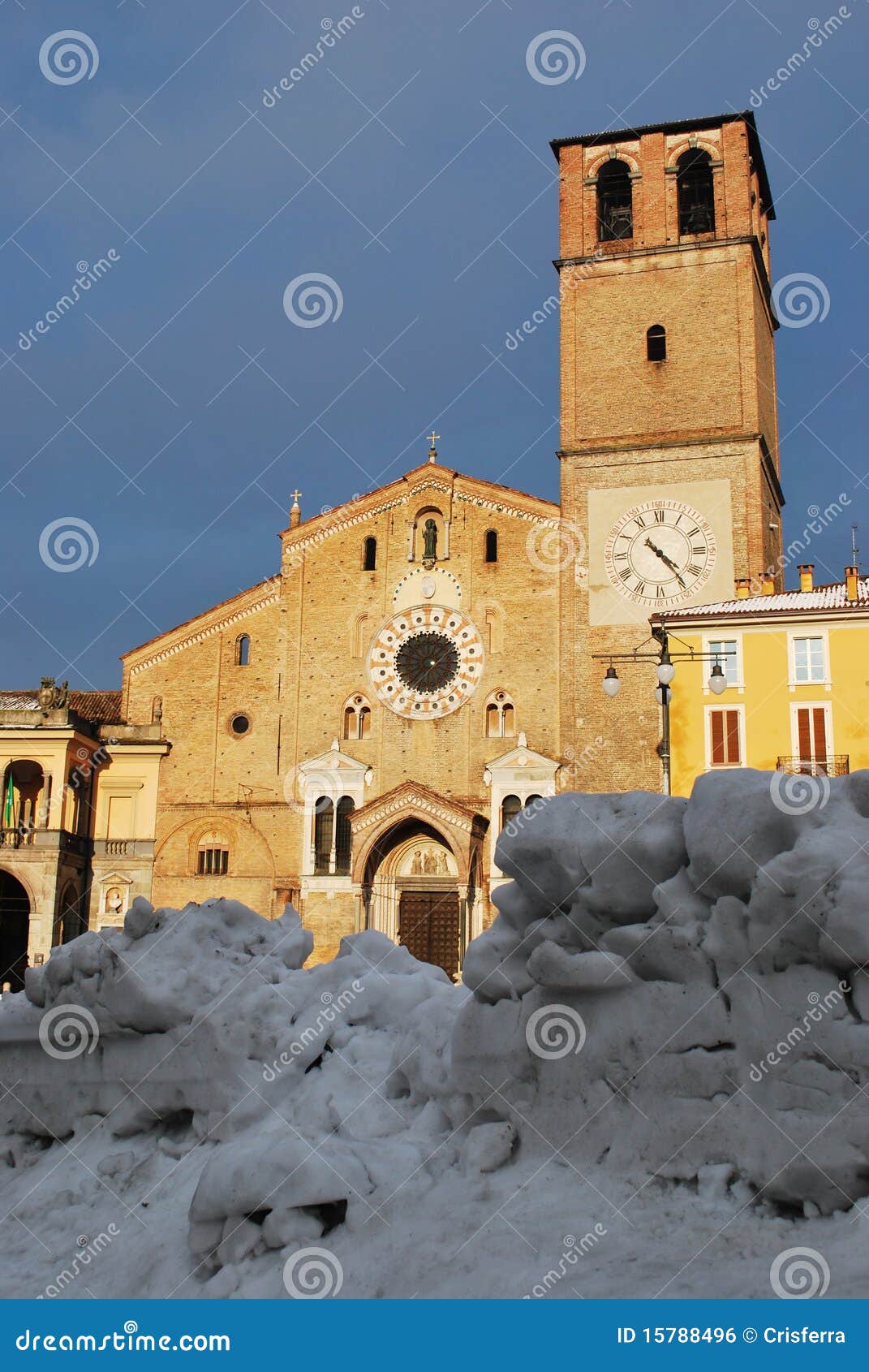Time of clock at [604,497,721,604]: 4:23
